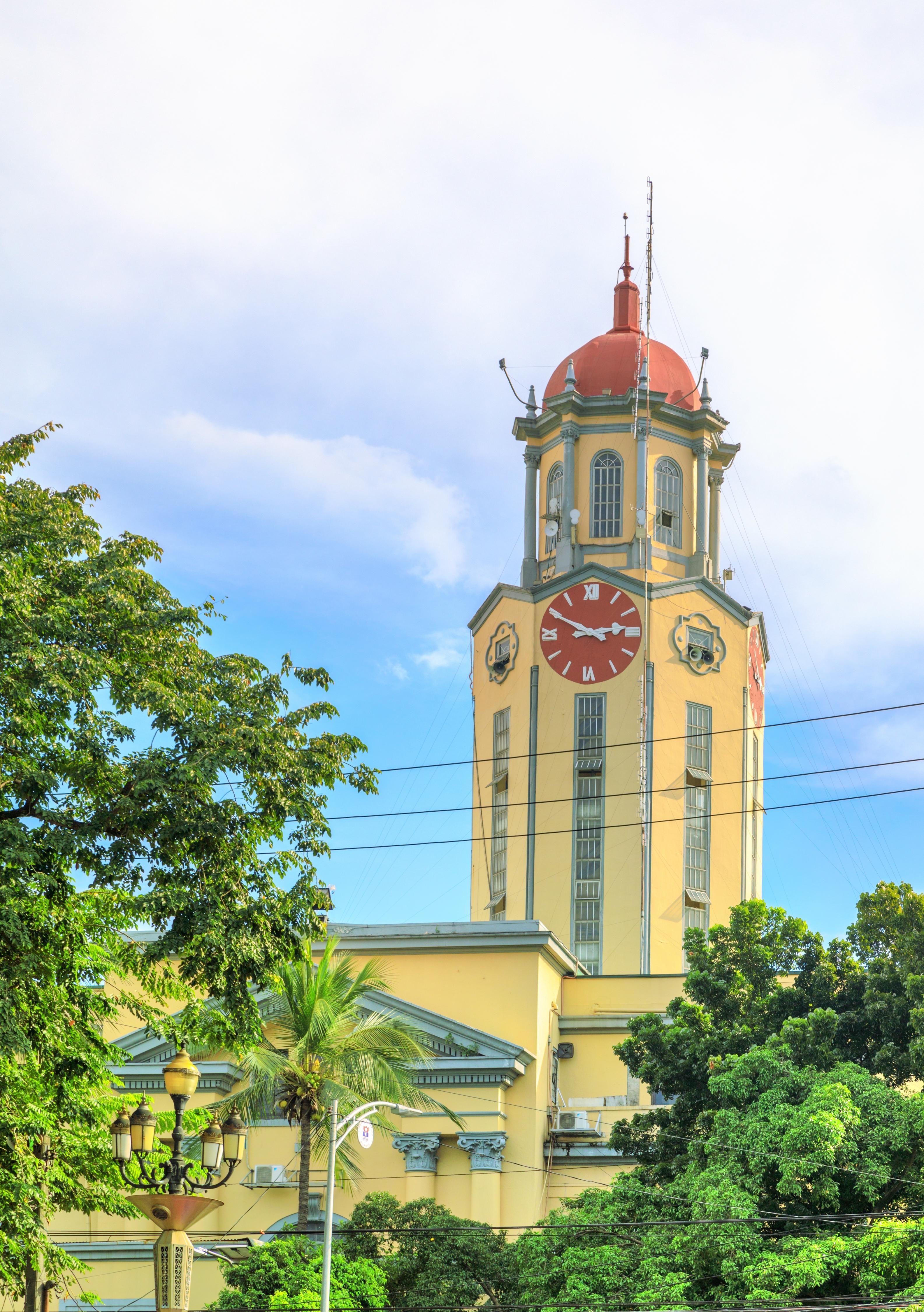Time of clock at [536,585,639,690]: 2:50
